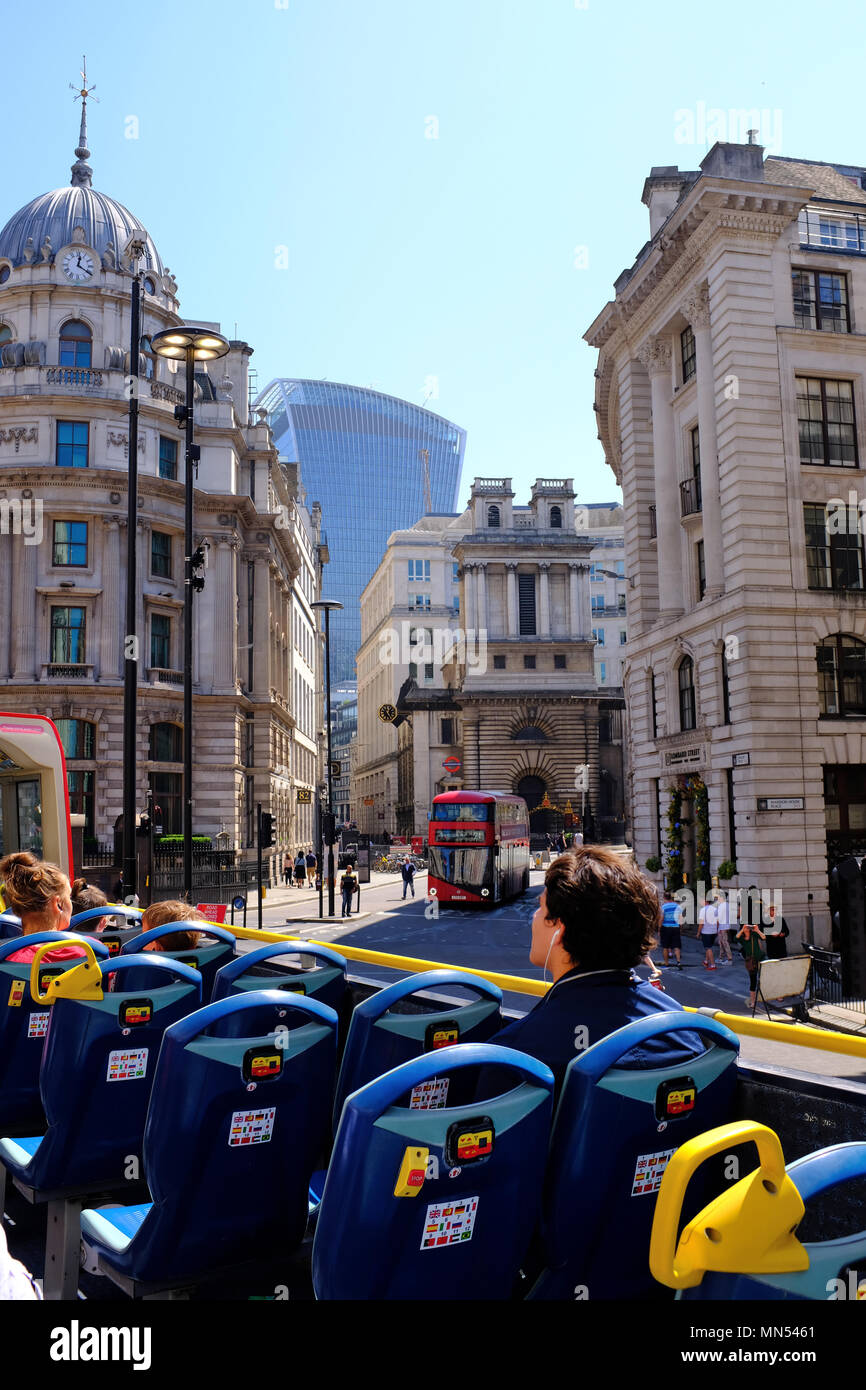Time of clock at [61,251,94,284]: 12:20
